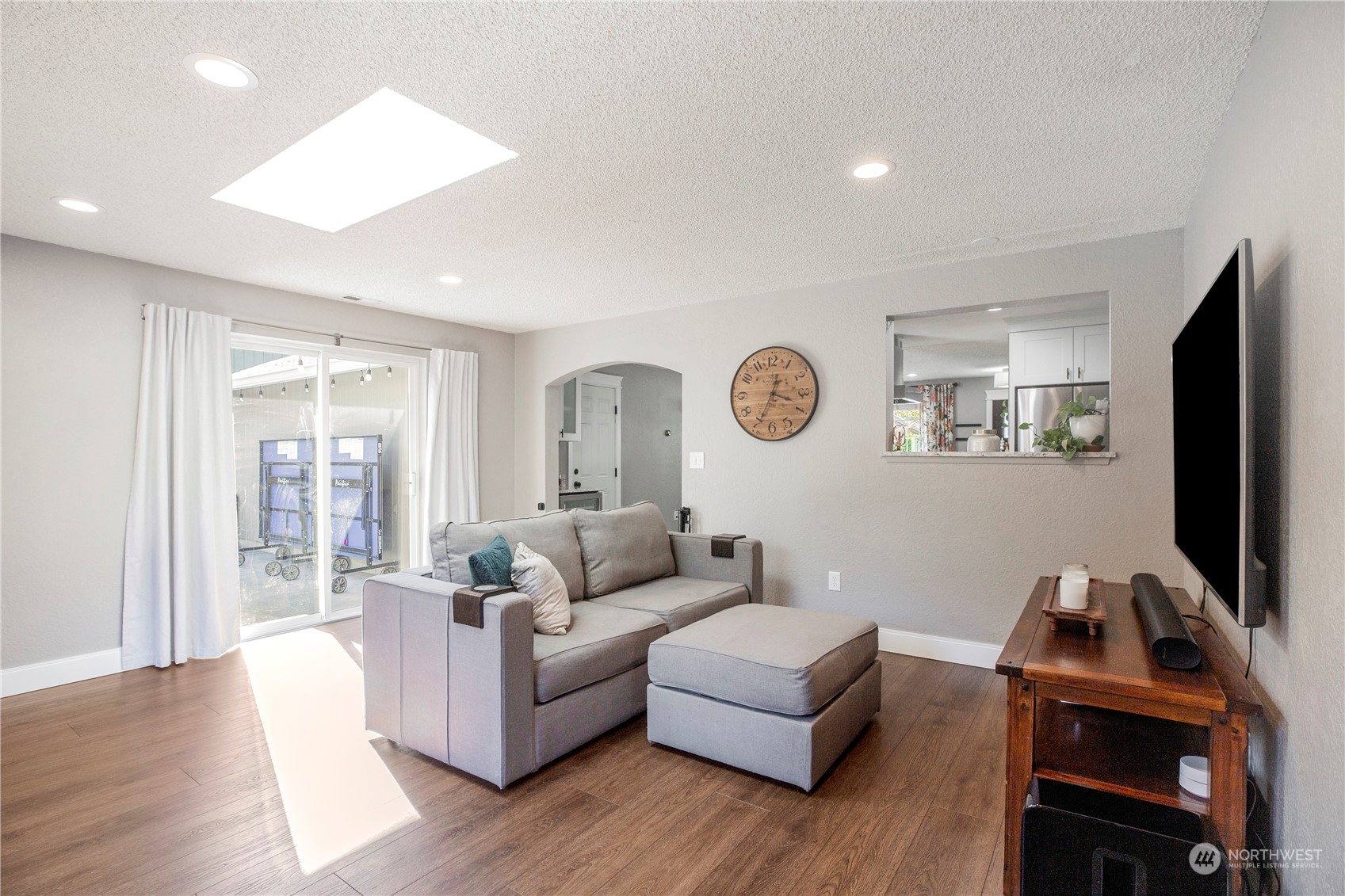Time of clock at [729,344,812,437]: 3:34
